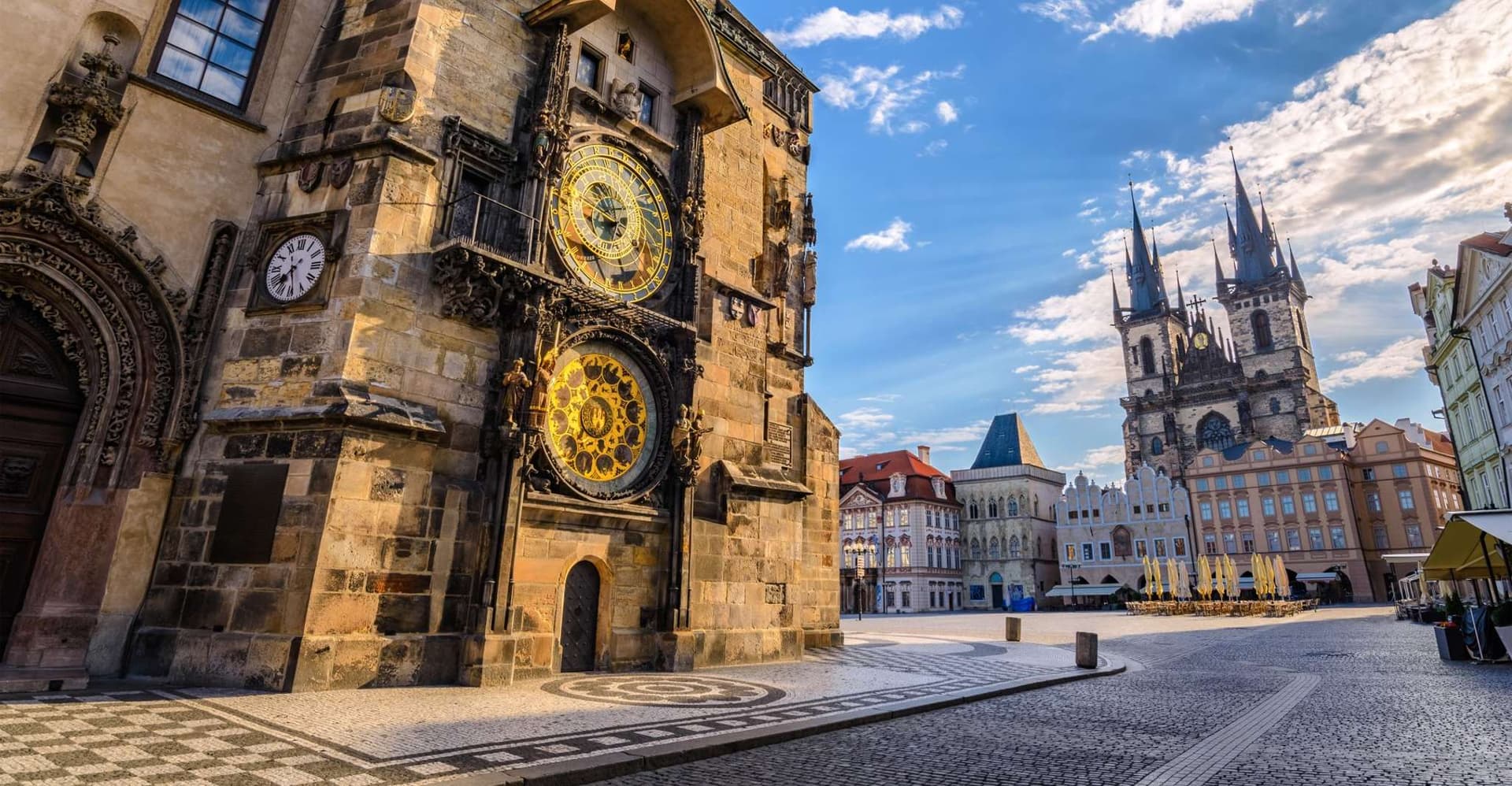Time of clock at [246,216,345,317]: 7:28
